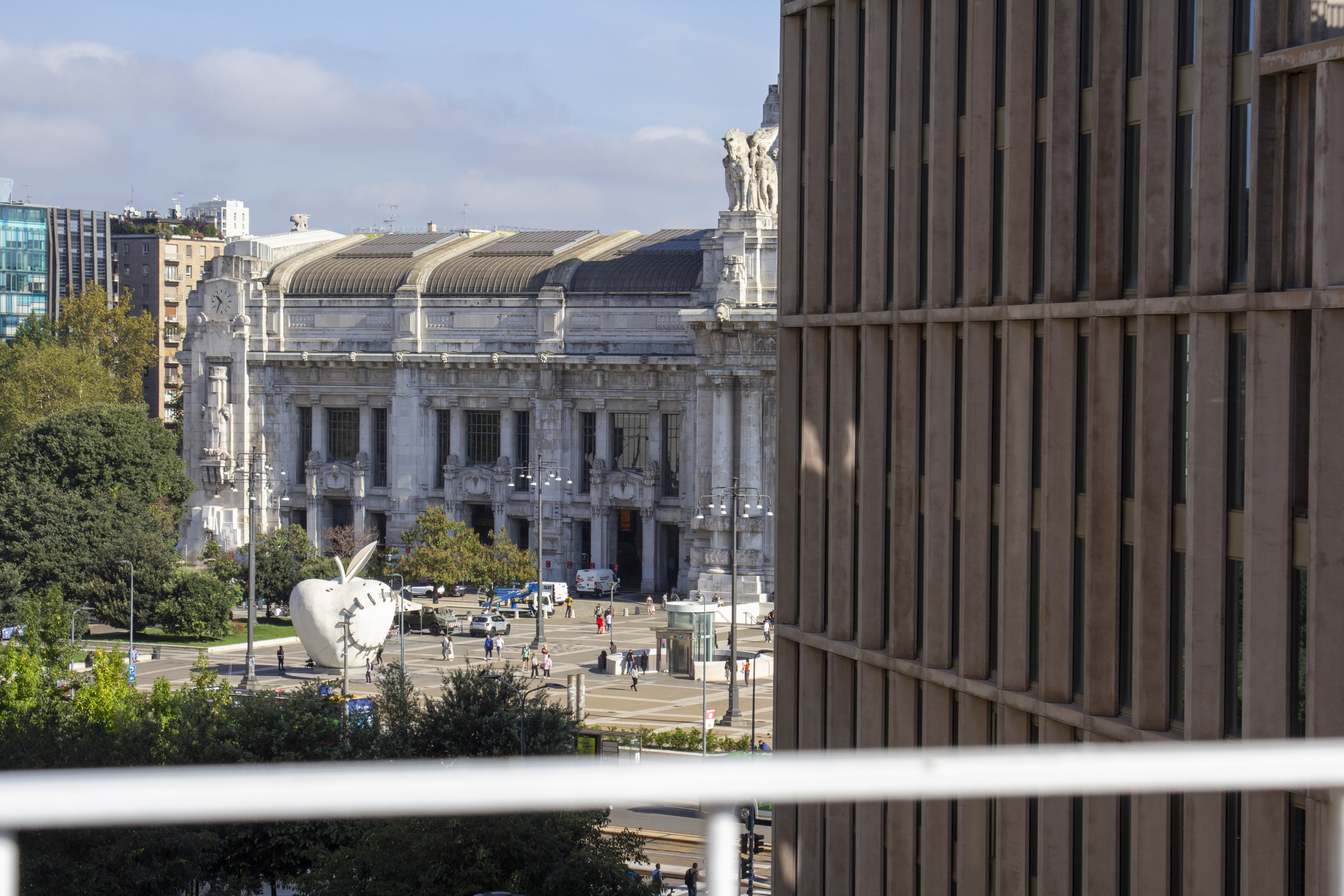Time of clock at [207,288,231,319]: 10:34
